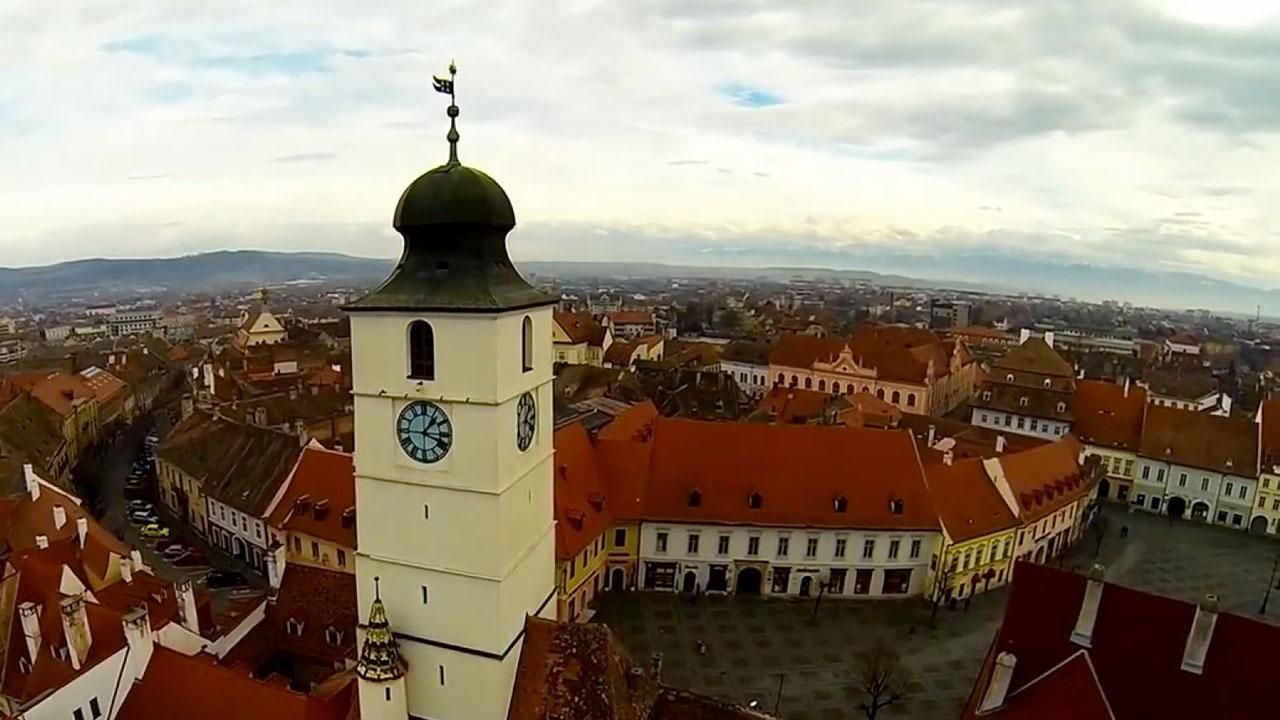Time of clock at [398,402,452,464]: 1:18
